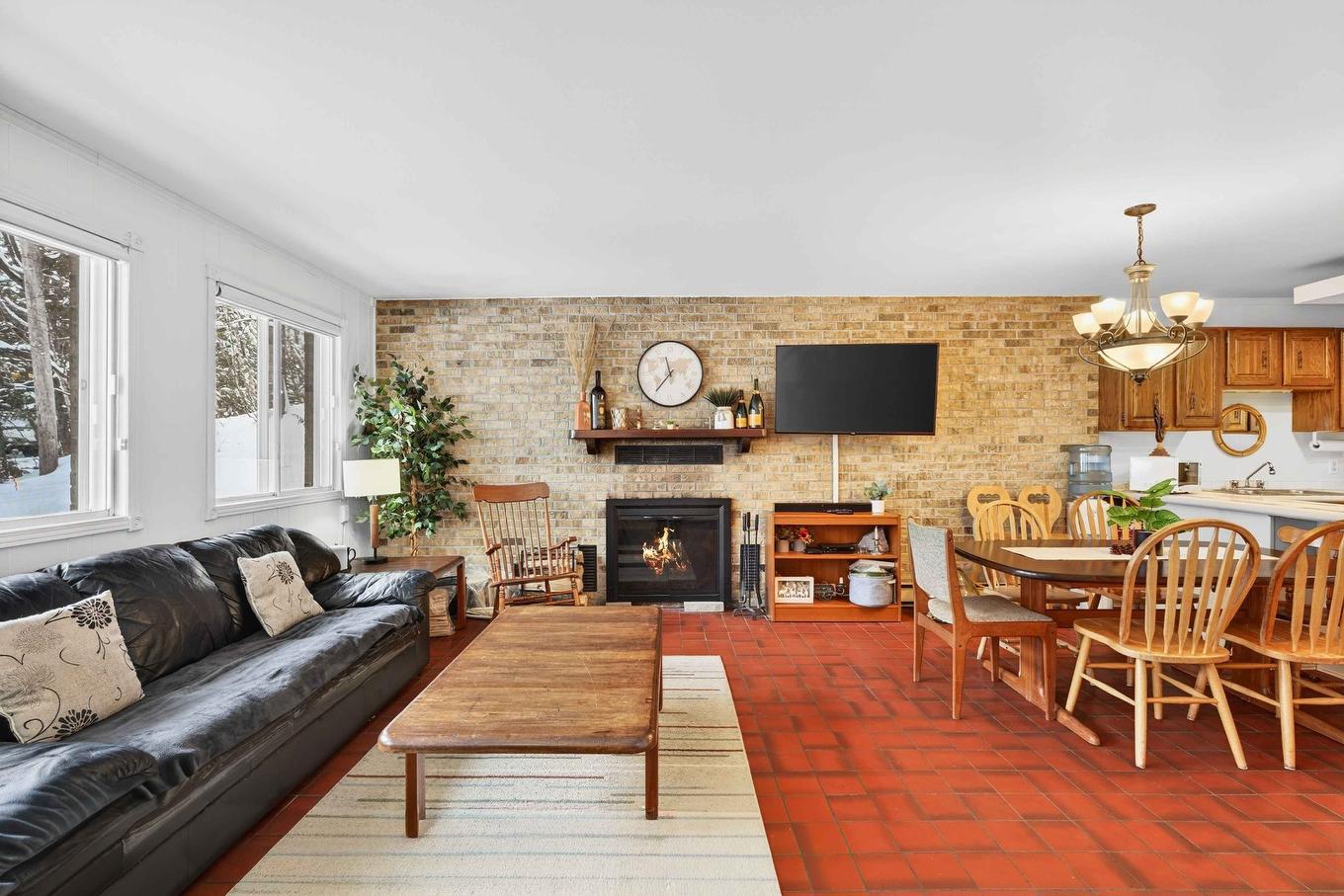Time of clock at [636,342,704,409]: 11:36
